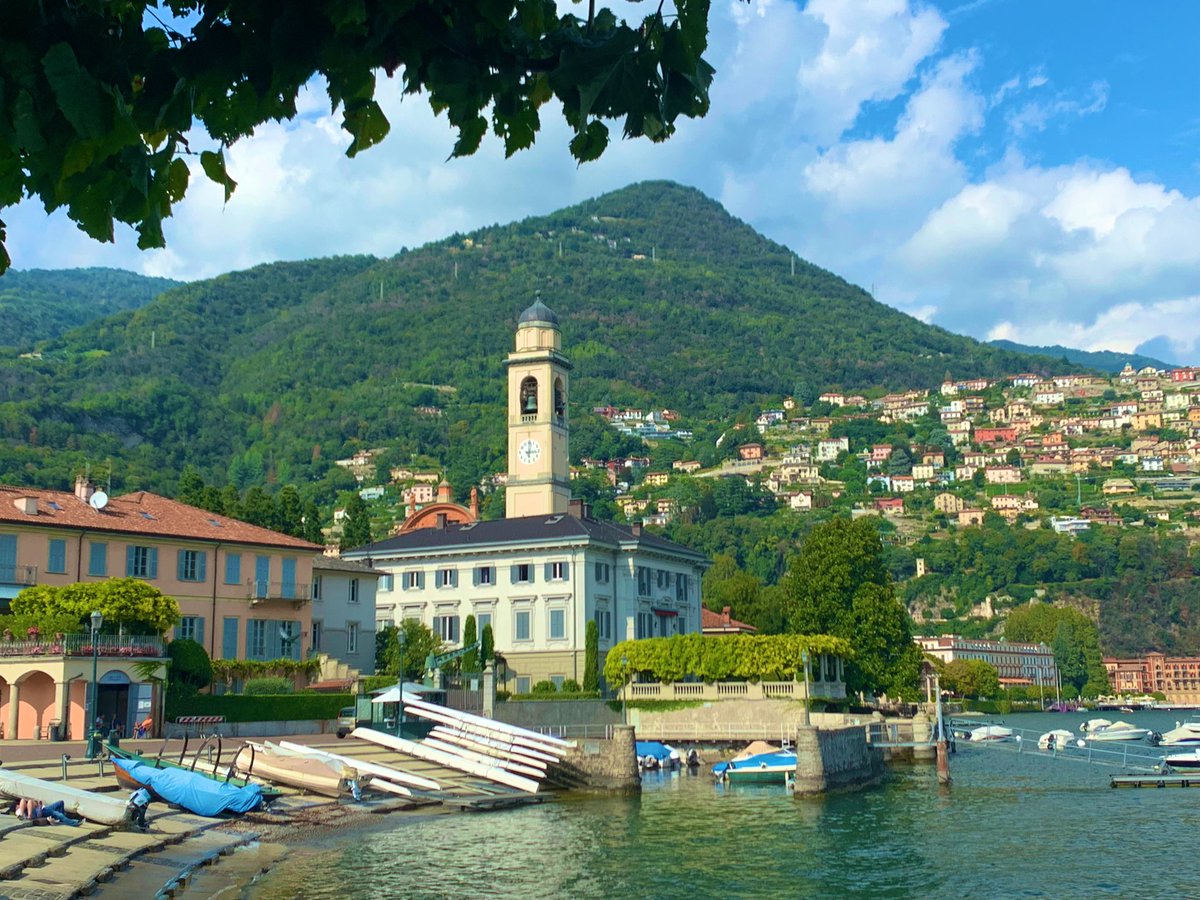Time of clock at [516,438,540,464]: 3:01
